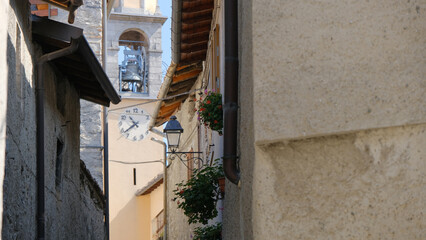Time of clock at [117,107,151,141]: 10:38
